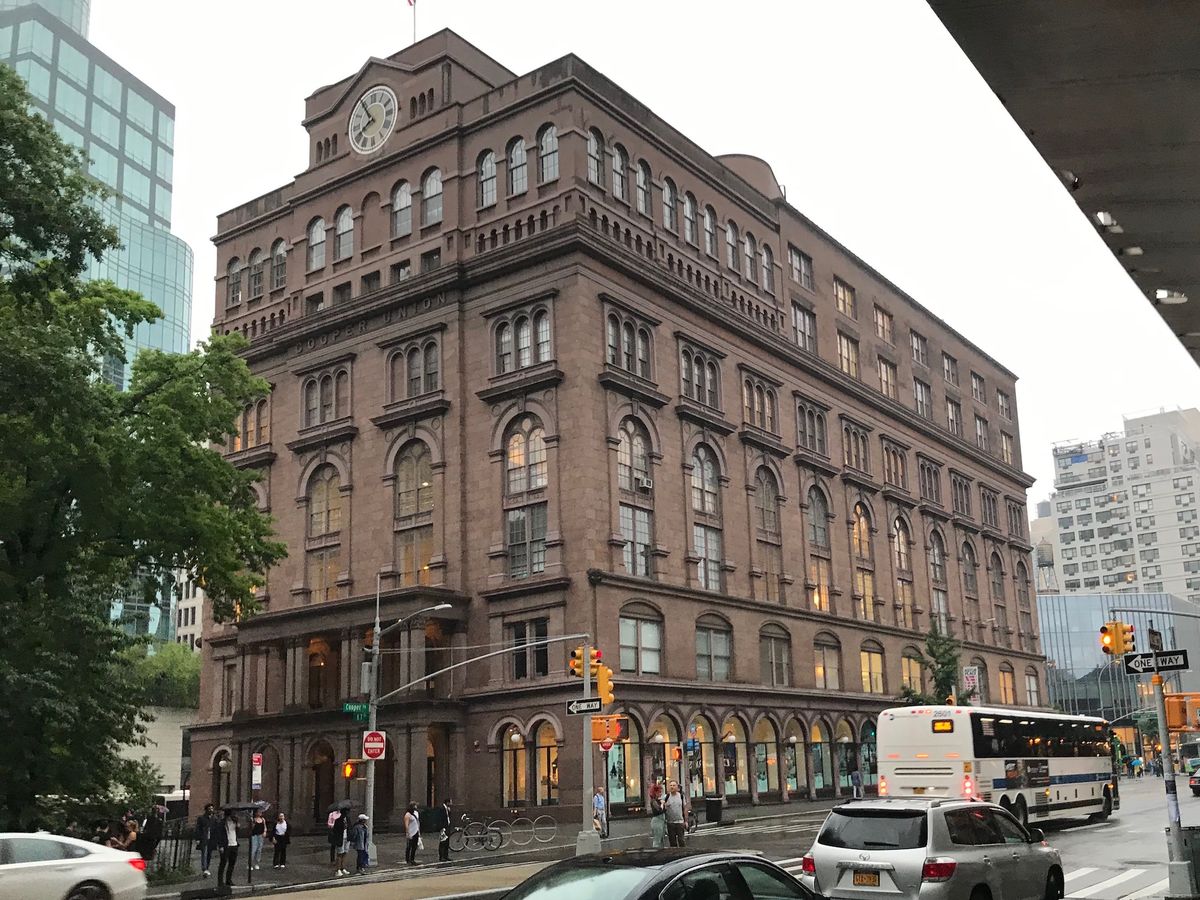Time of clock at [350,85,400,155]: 7:54
